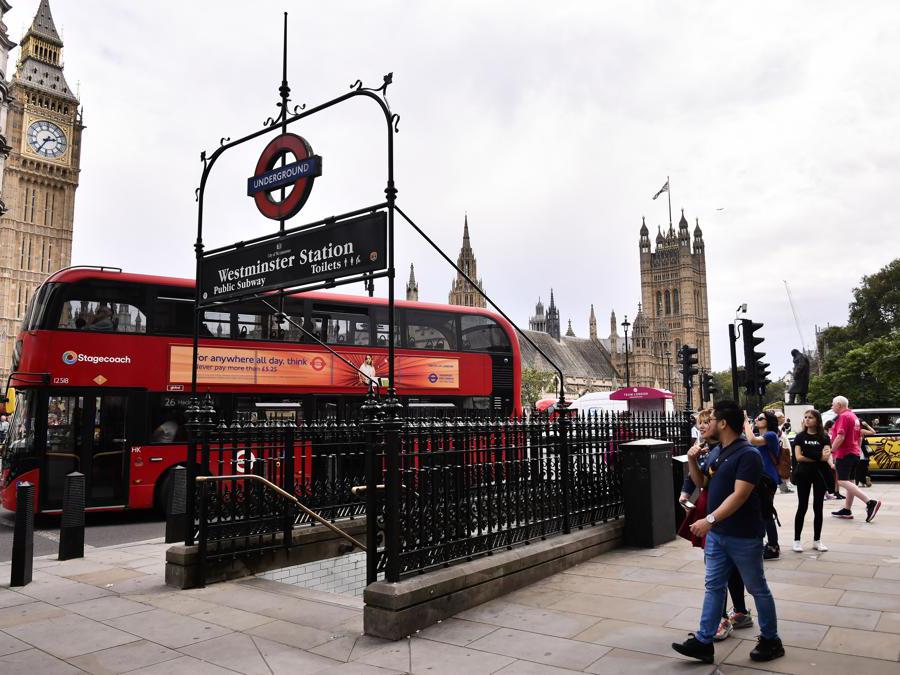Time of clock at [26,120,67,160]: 2:35
